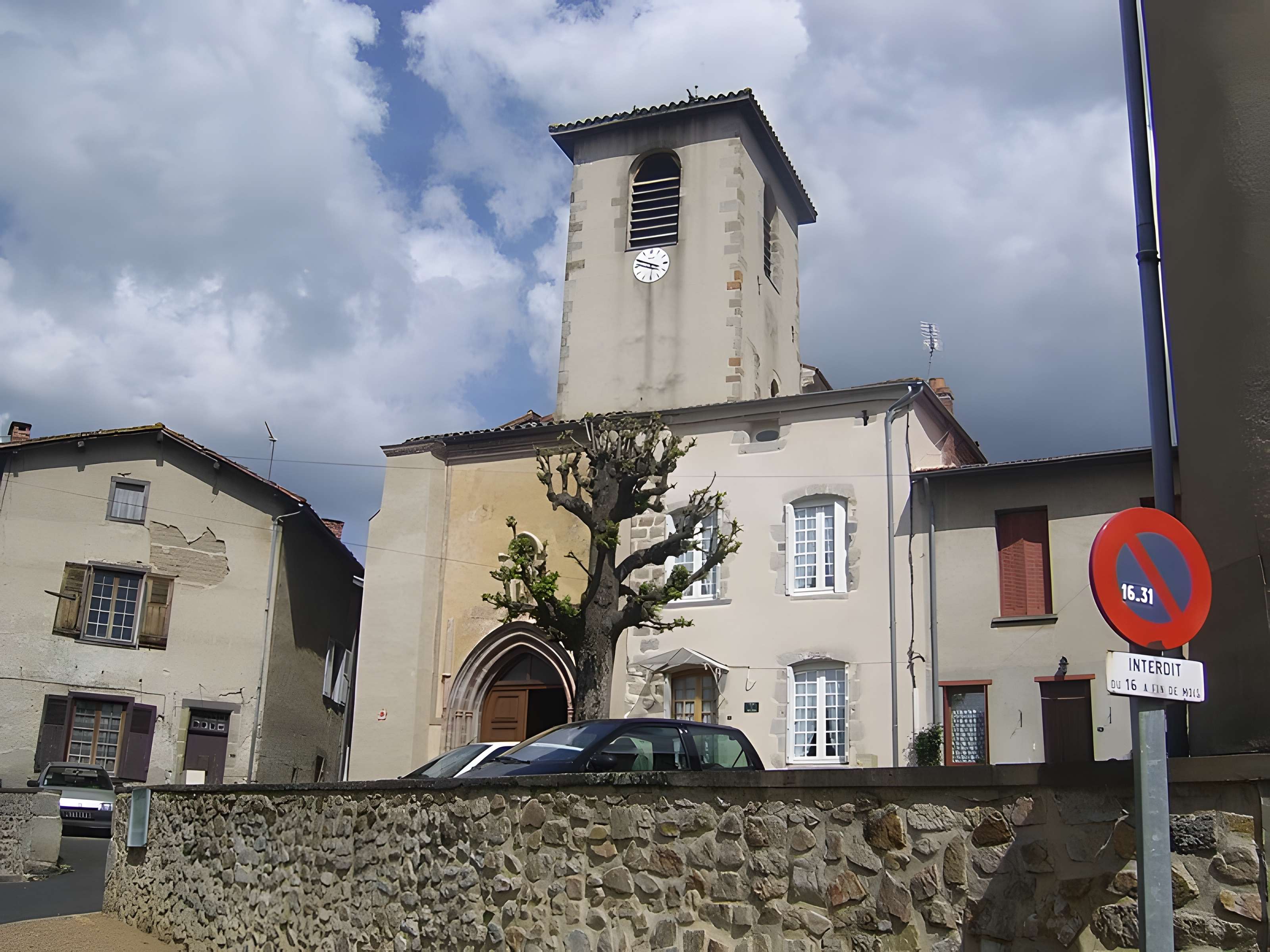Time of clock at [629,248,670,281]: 3:49
